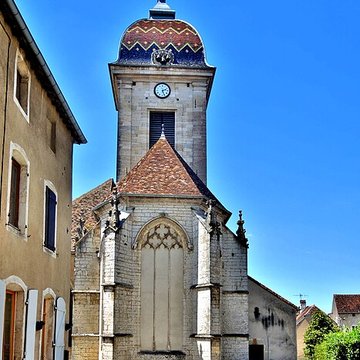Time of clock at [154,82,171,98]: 2:26
